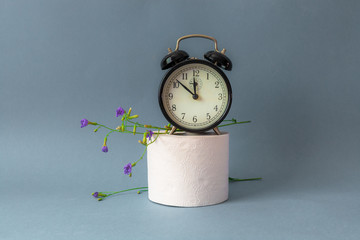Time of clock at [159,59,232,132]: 11:51
